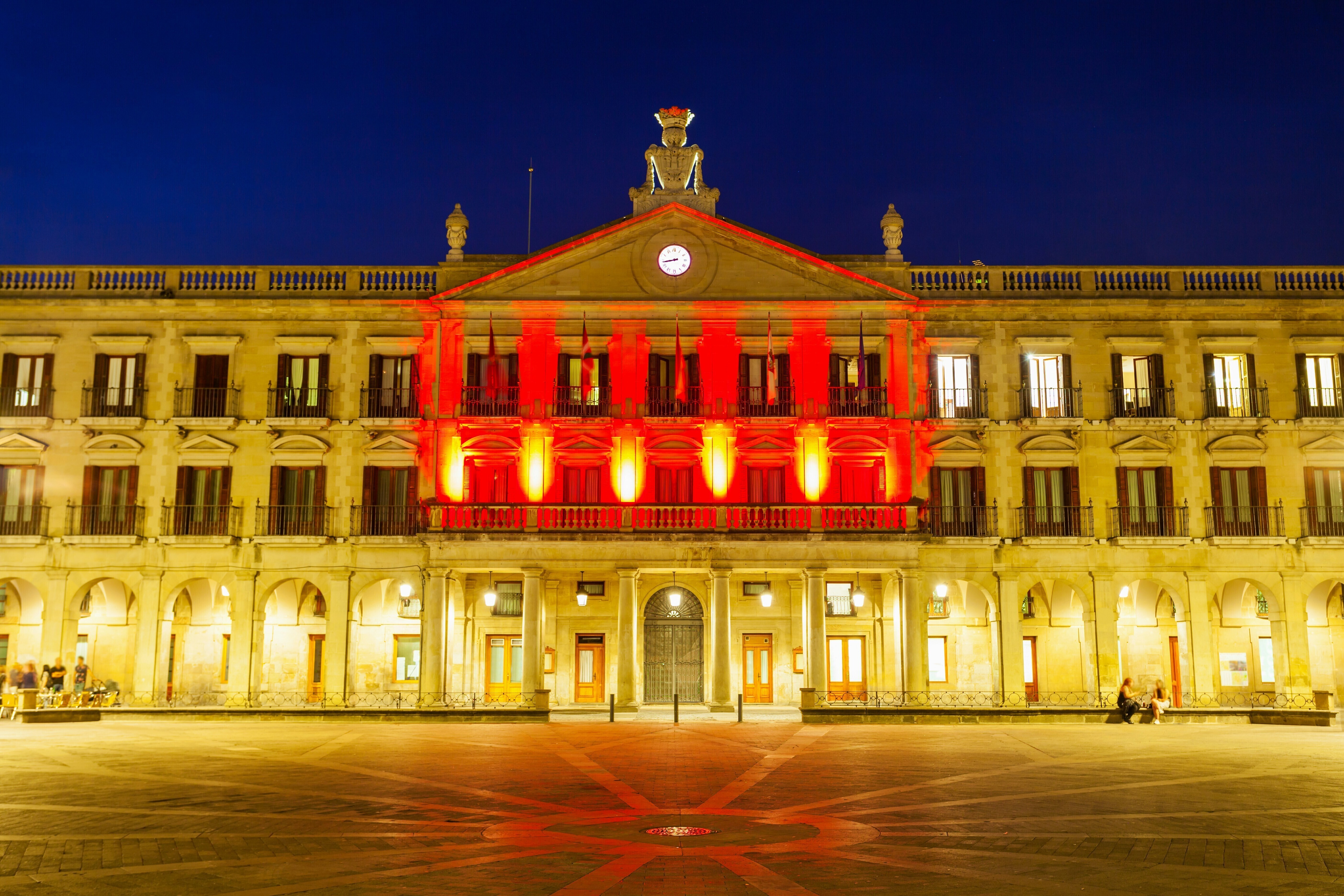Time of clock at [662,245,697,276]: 8:43
